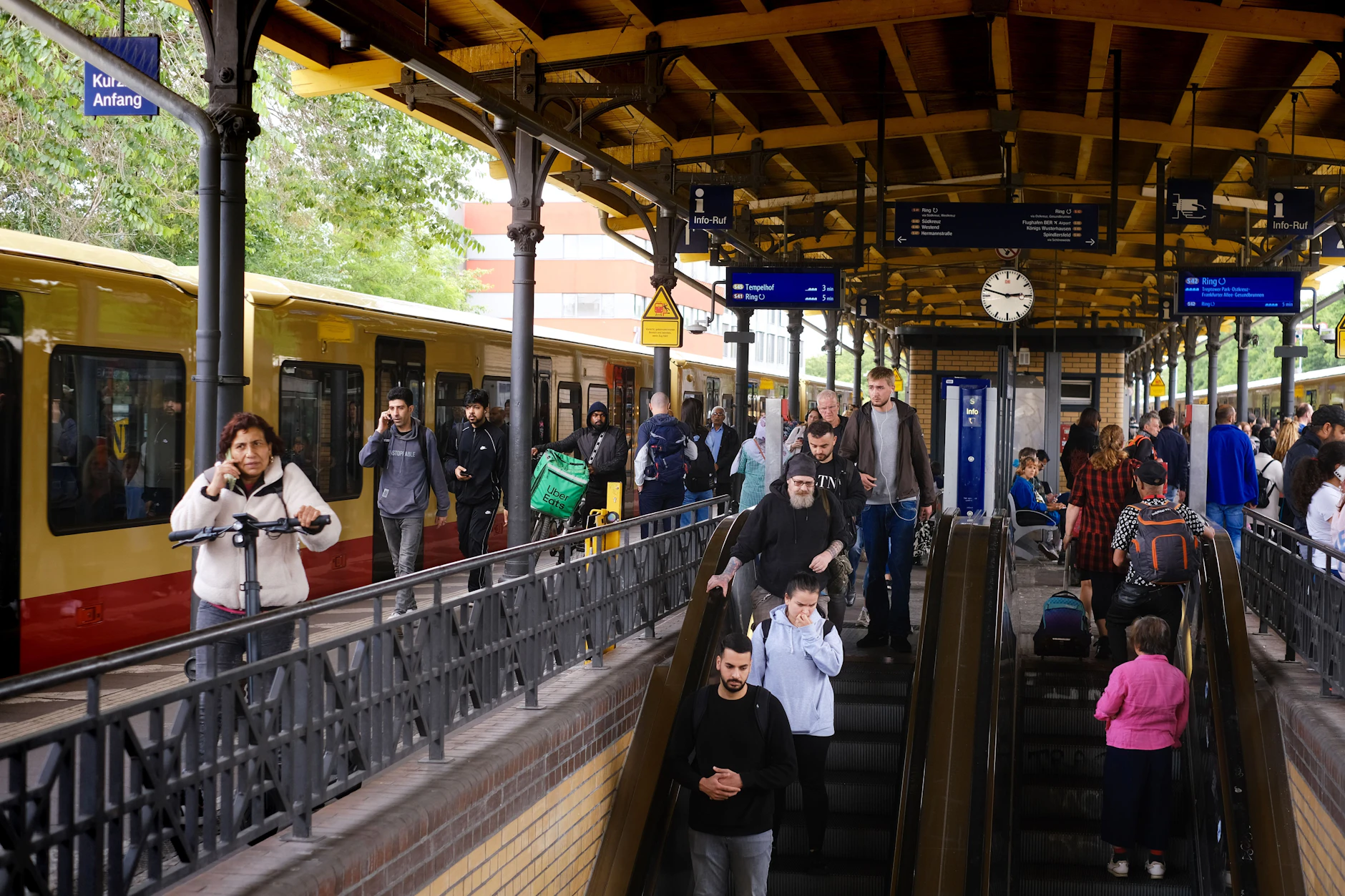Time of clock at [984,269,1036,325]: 2:47
